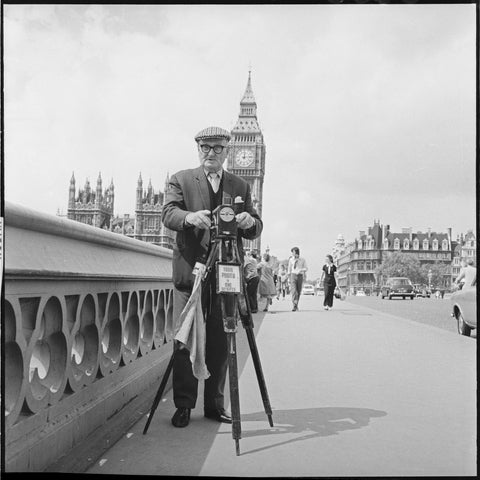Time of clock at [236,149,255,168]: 12:14
